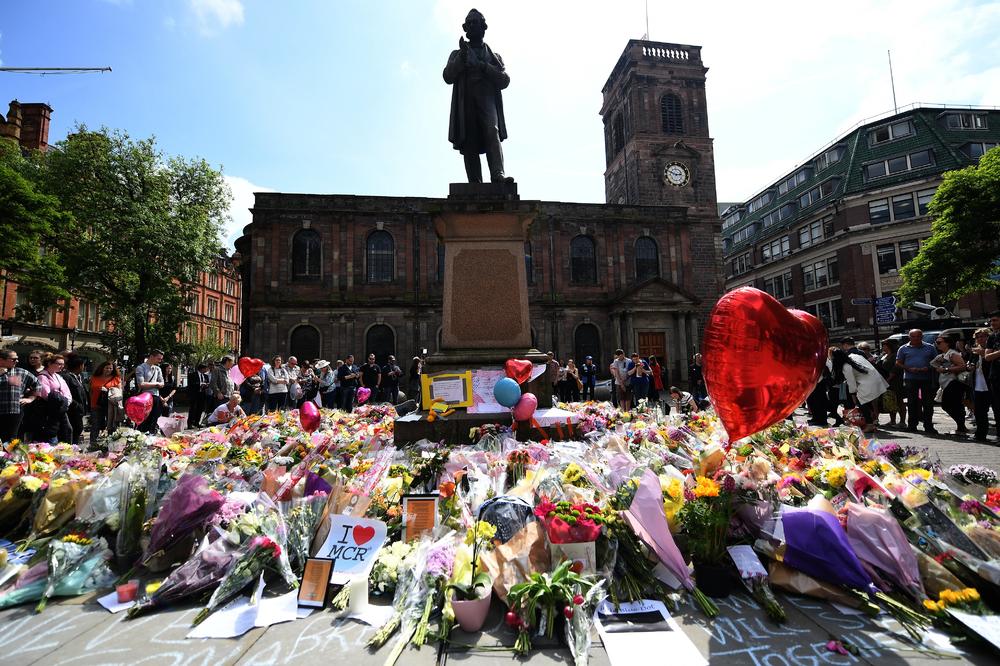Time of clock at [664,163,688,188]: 2:48
